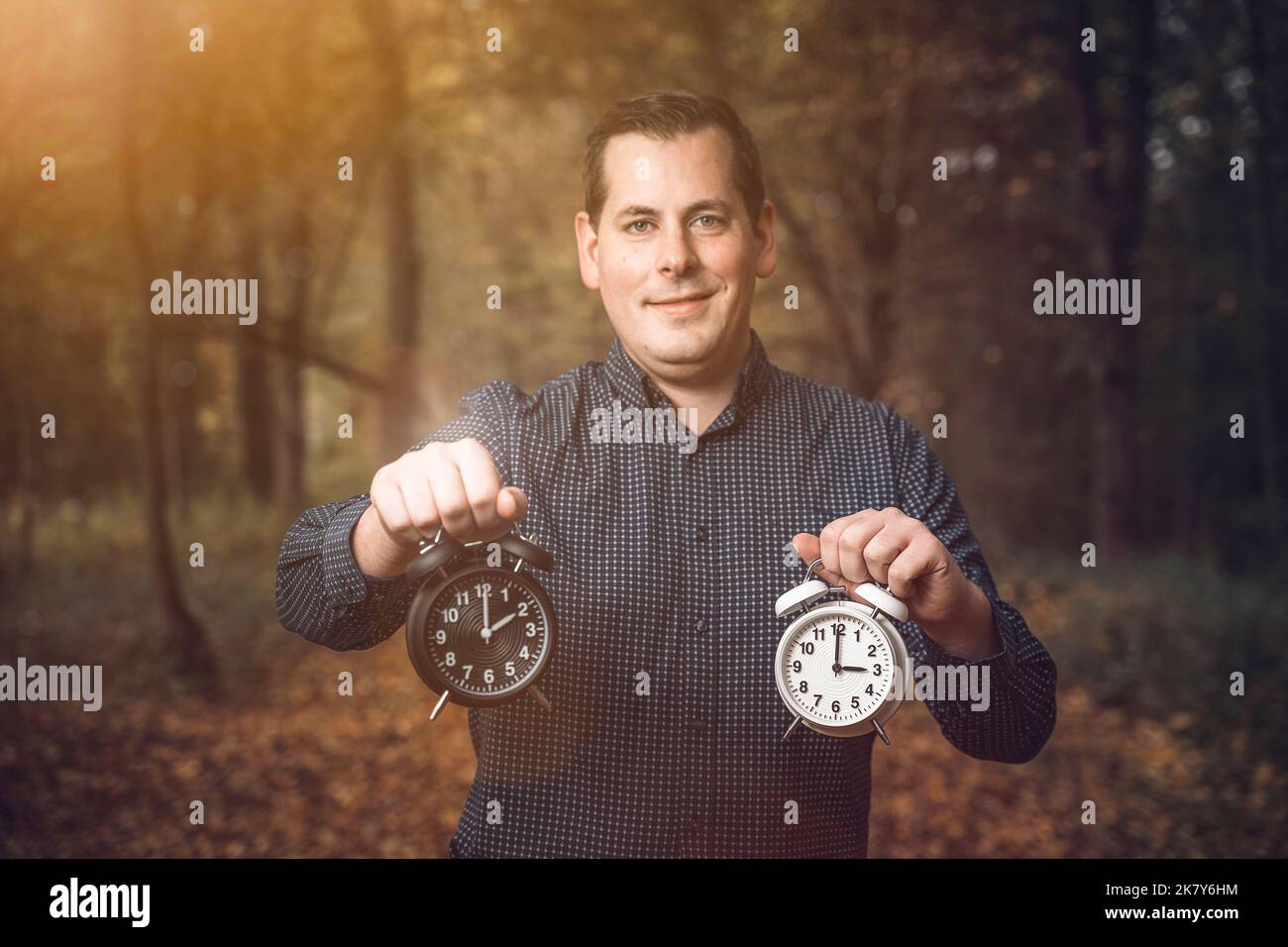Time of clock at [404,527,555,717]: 2:00
